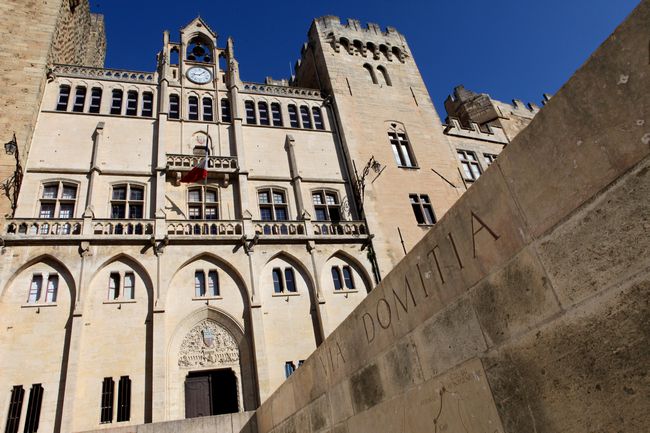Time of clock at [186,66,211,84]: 9:07
